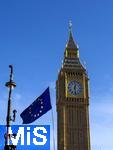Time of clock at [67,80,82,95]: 12:28
